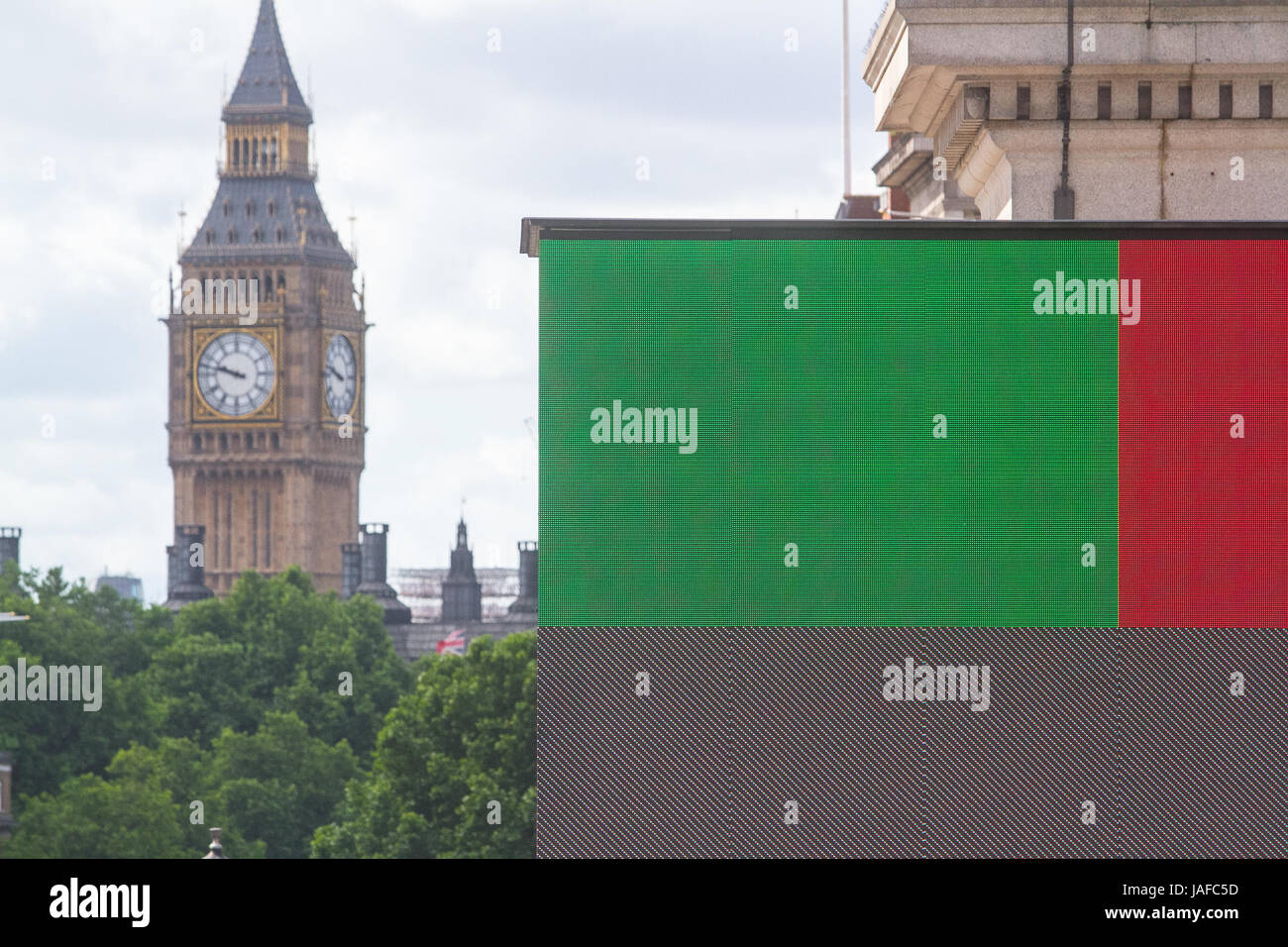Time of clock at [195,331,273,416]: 9:47
